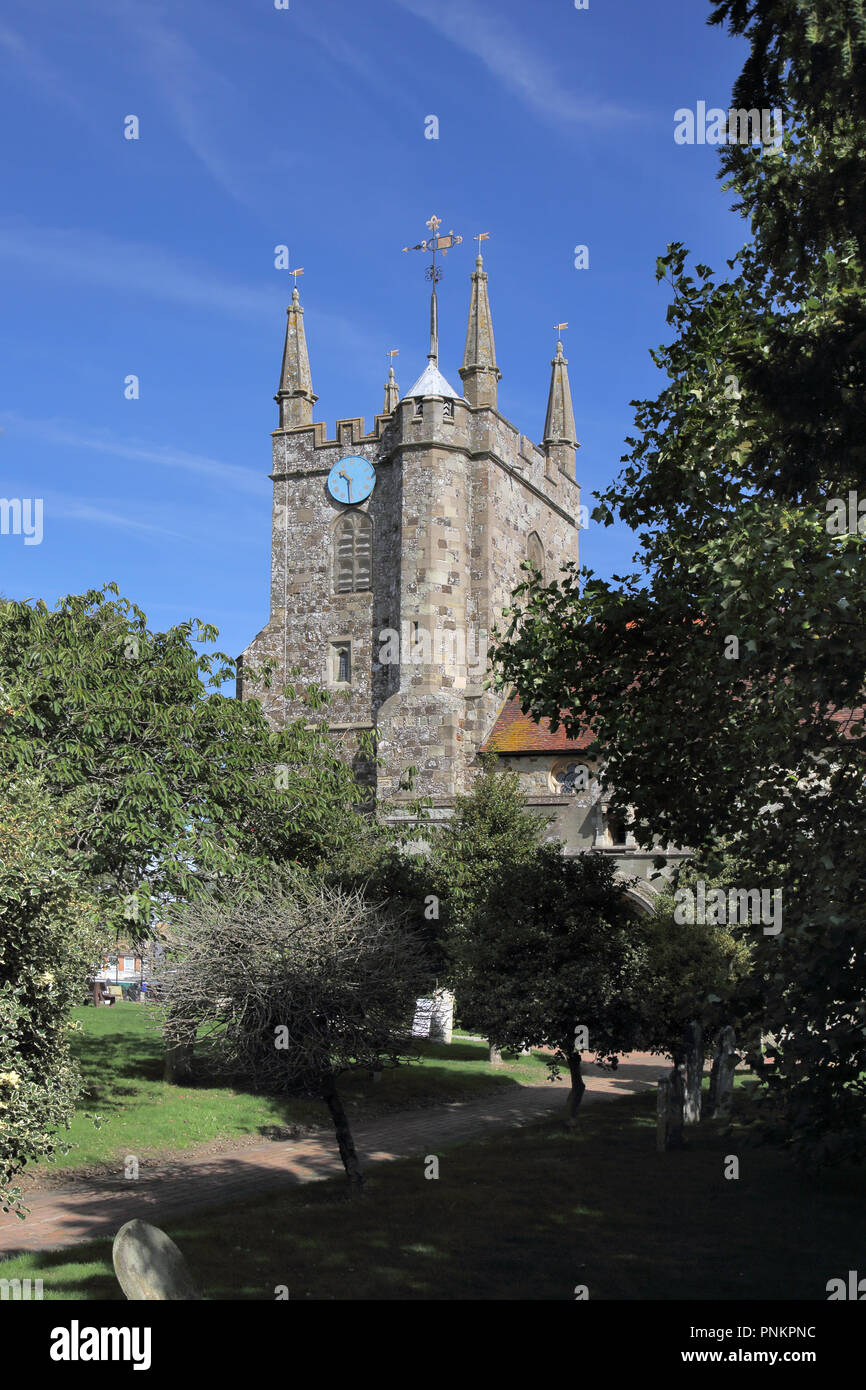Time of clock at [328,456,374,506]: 10:29
